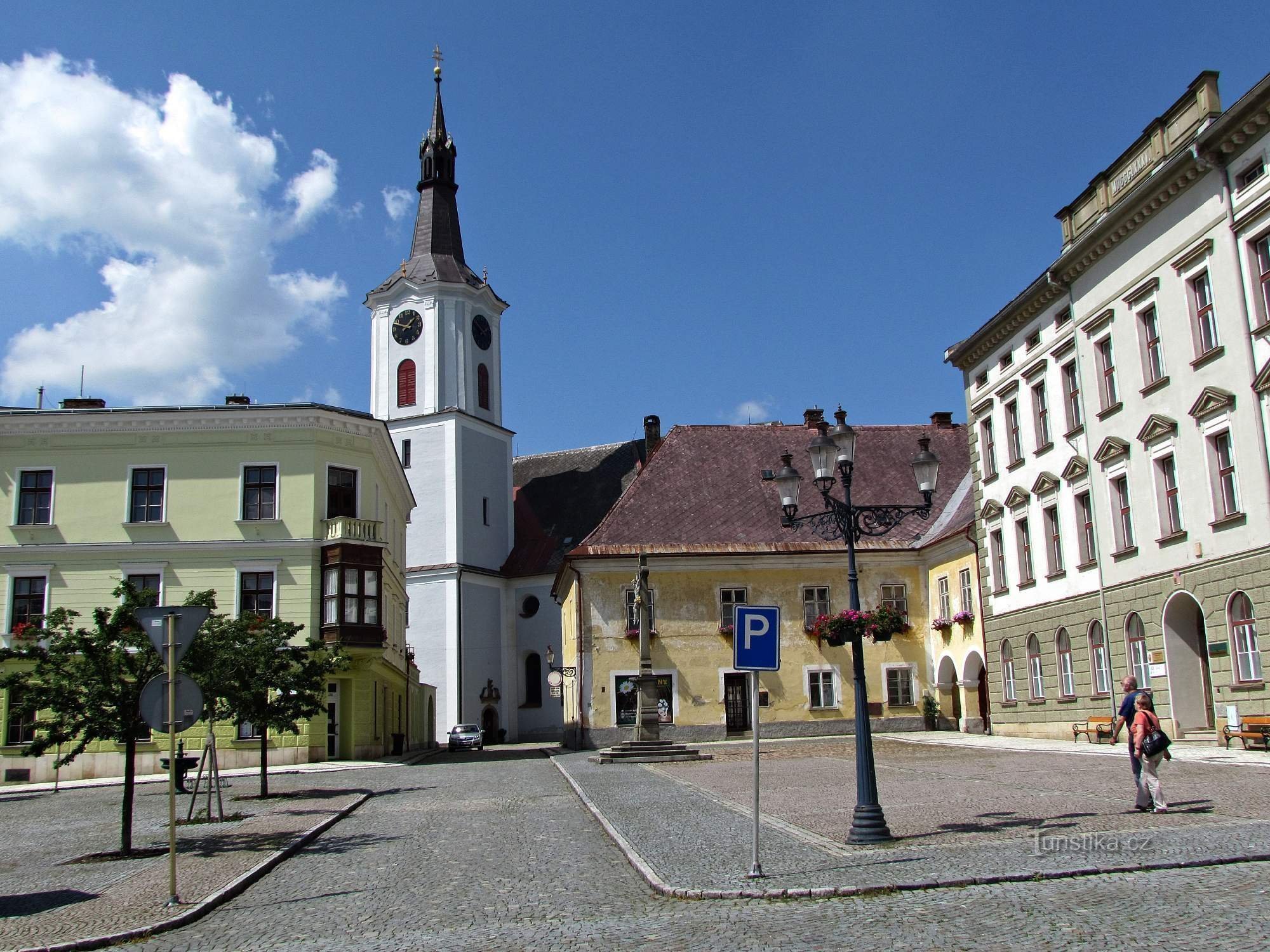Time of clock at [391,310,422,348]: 1:47
